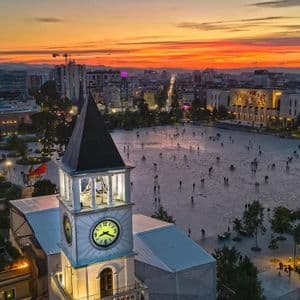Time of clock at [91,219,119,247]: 8:20
